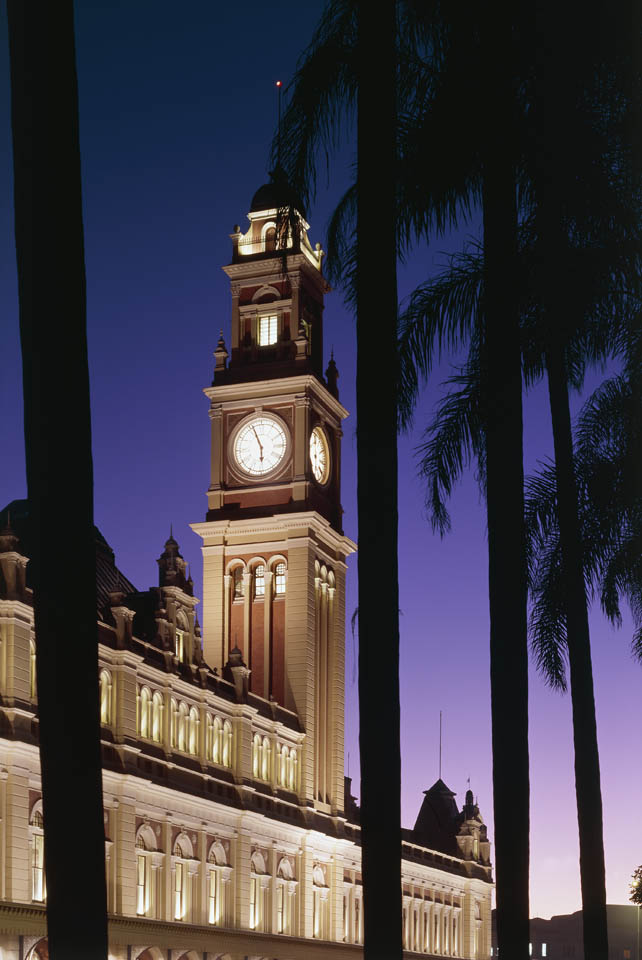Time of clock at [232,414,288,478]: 5:55
